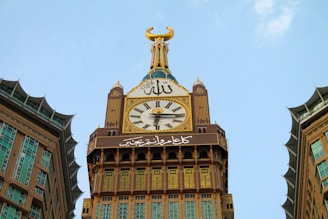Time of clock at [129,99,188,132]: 6:15
